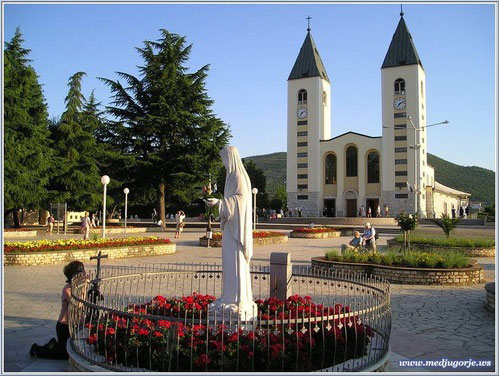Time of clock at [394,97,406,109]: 7:11
